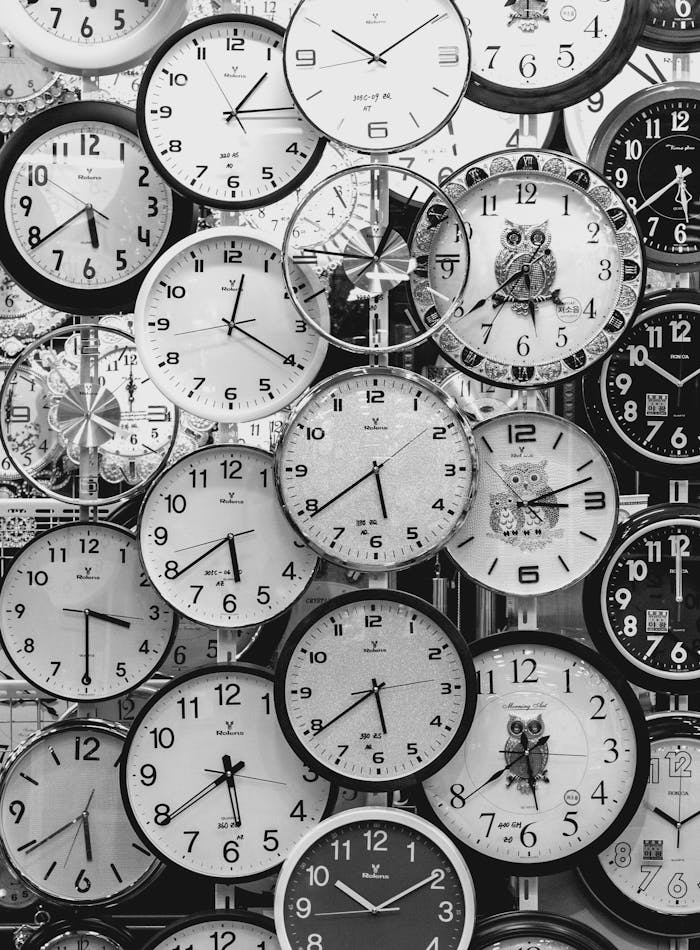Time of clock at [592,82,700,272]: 5:38
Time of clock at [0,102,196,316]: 5:38
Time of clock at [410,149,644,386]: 5:38
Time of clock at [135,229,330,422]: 12:20
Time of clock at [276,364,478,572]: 5:39
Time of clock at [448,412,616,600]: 3:11
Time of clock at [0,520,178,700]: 3:29
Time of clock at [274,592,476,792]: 5:39
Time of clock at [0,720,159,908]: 5:39
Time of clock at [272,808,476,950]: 10:09
